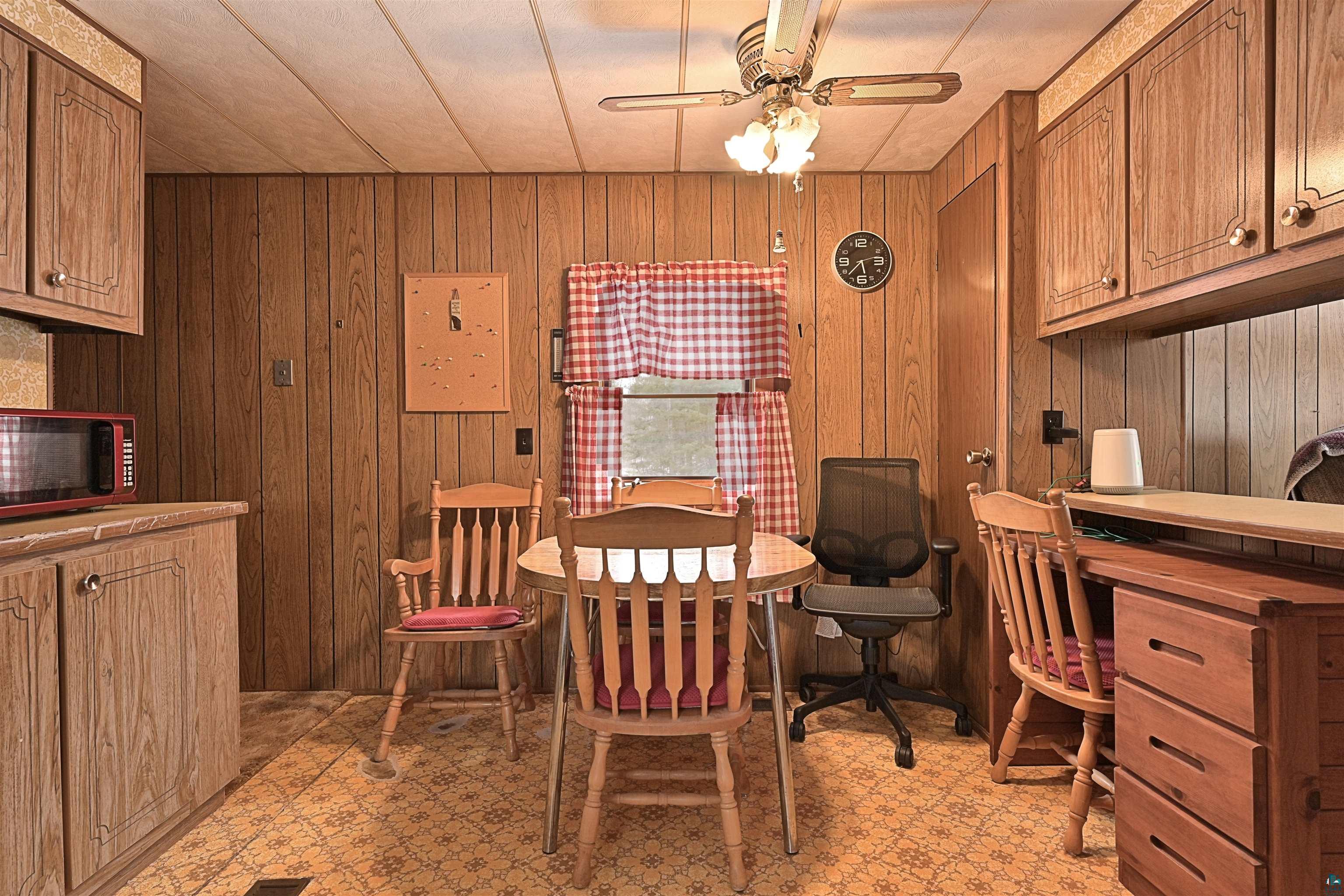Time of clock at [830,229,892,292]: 5:37
